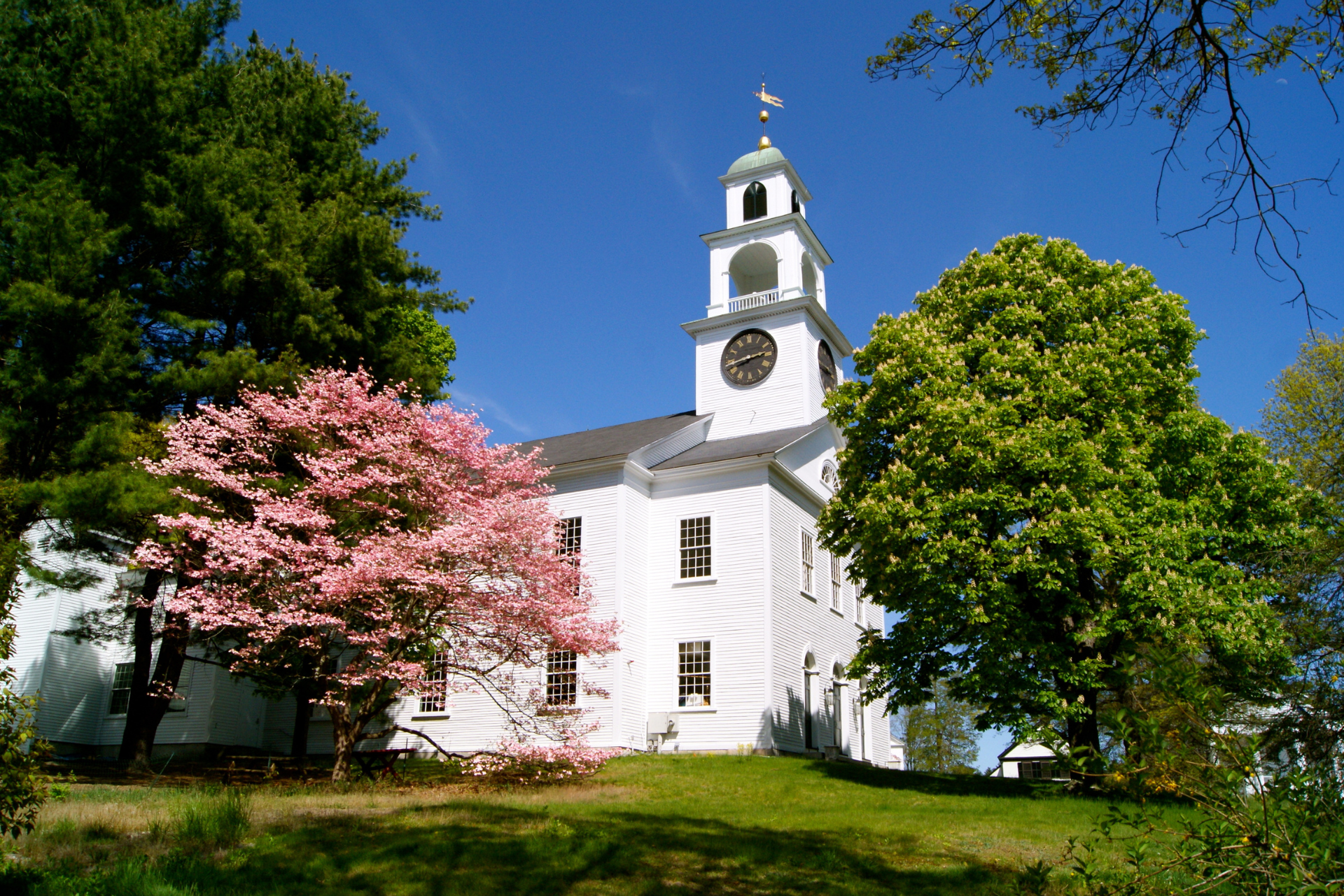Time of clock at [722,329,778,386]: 2:42
